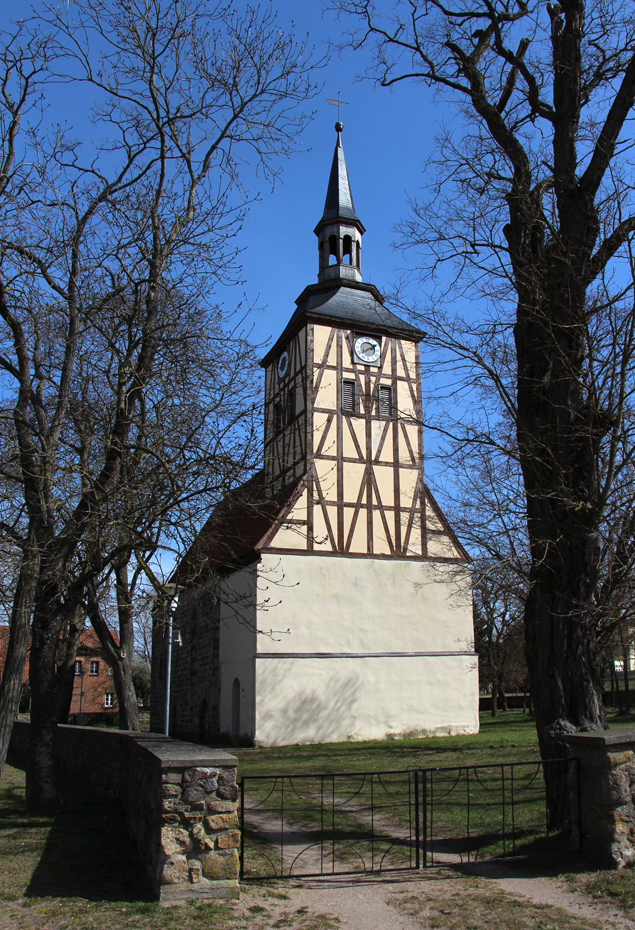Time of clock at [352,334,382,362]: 2:09
